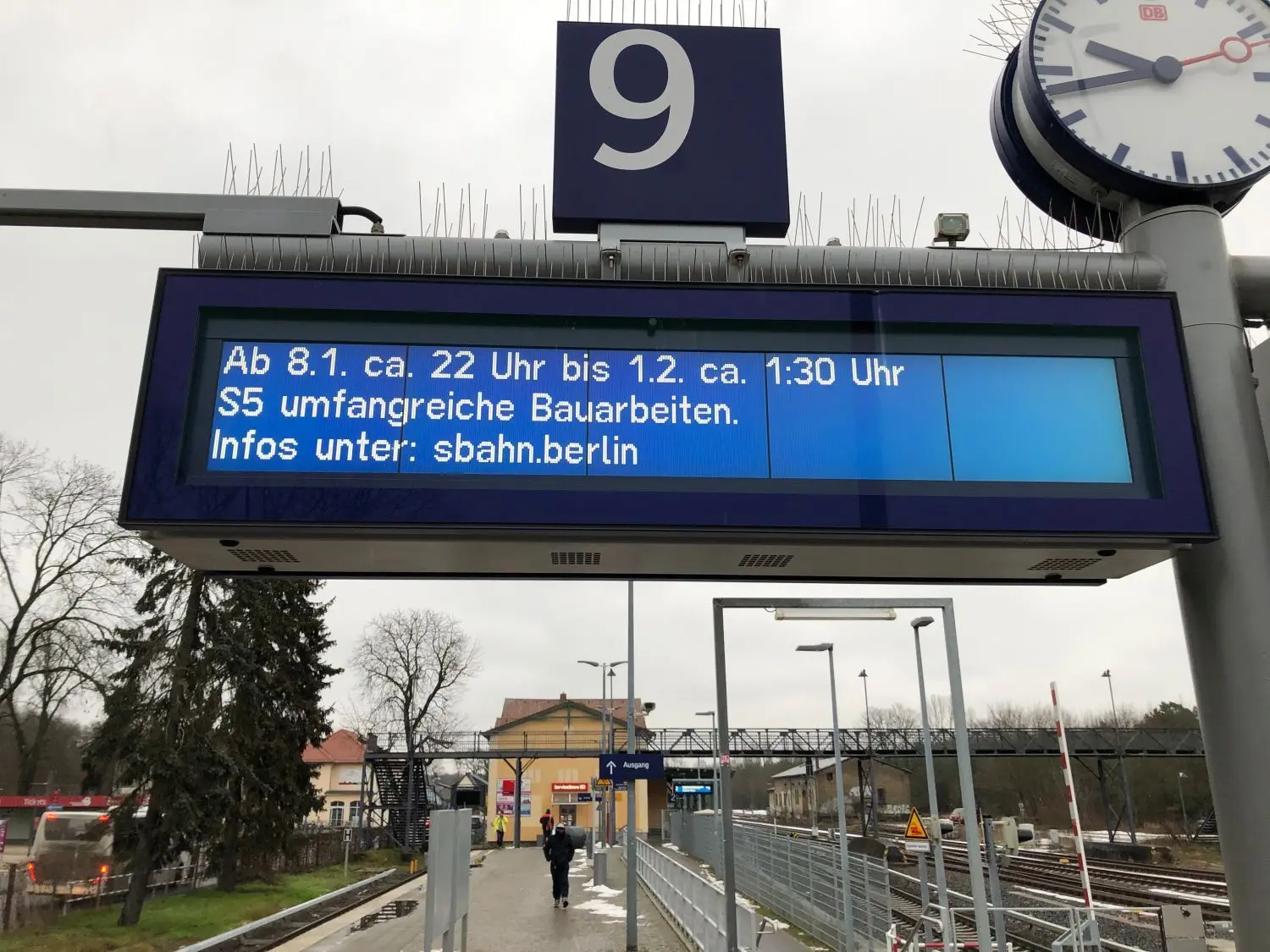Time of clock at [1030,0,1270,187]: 9:42
